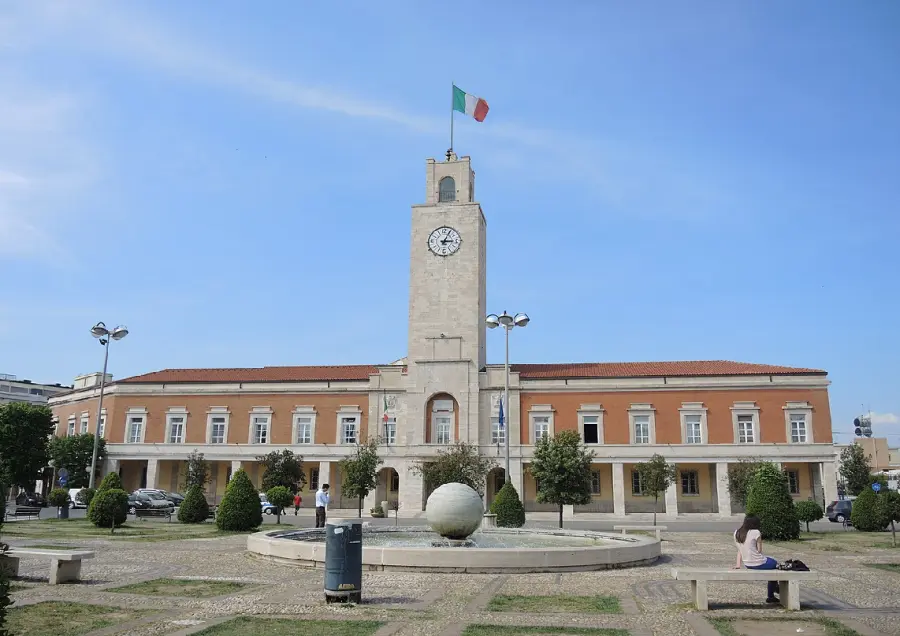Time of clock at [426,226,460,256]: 3:04
